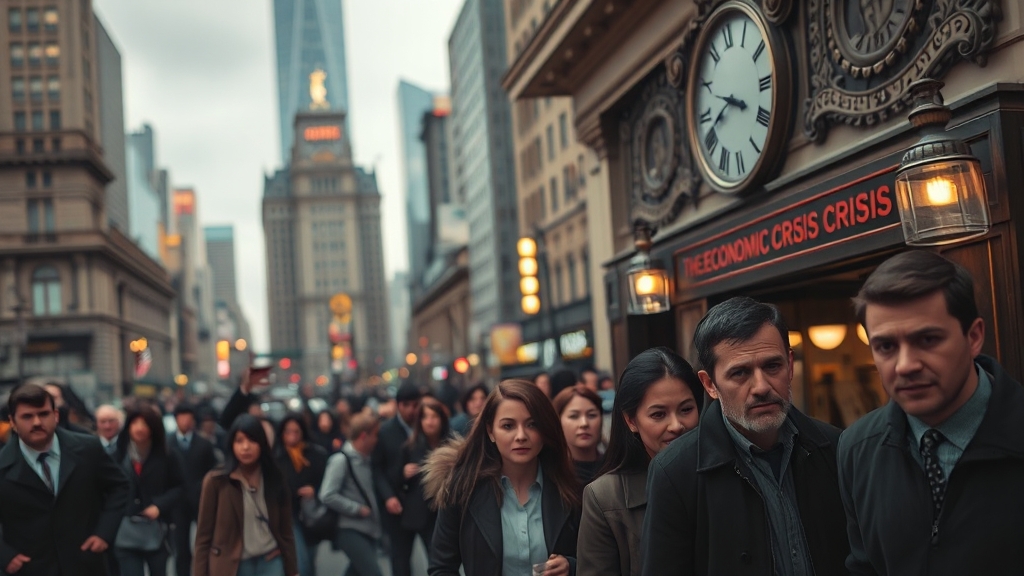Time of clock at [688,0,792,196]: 3:40
